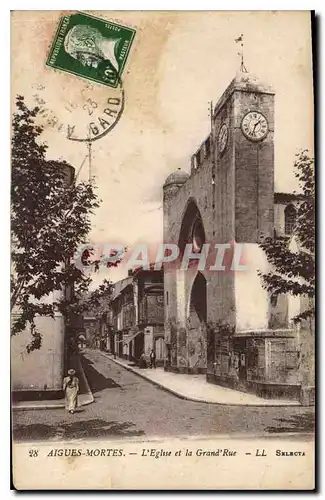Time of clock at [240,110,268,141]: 1:32
